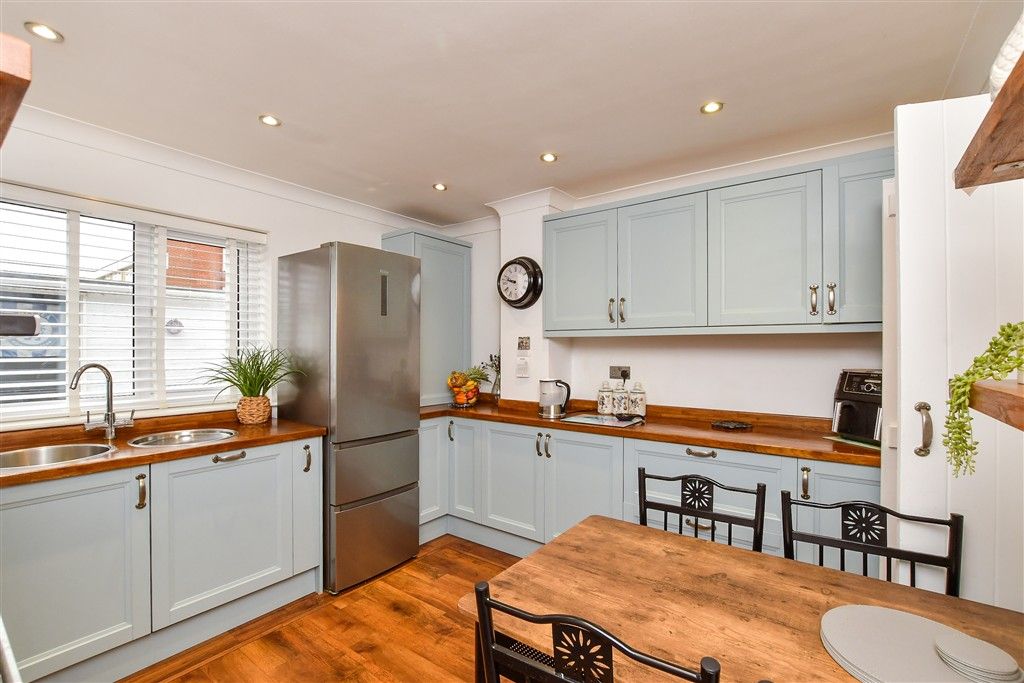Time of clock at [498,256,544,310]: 9:47
